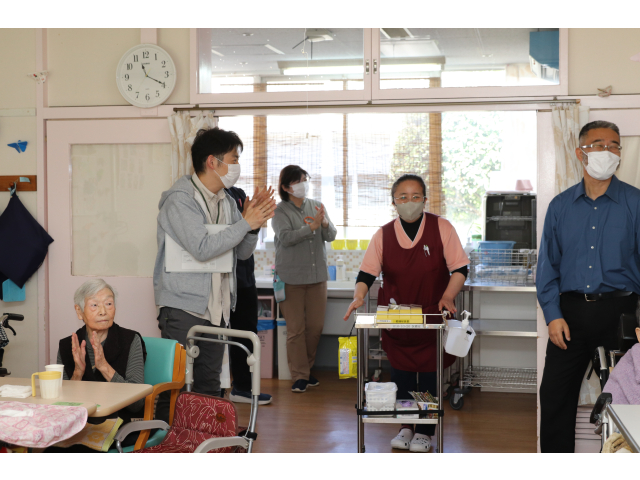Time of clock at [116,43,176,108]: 11:19
